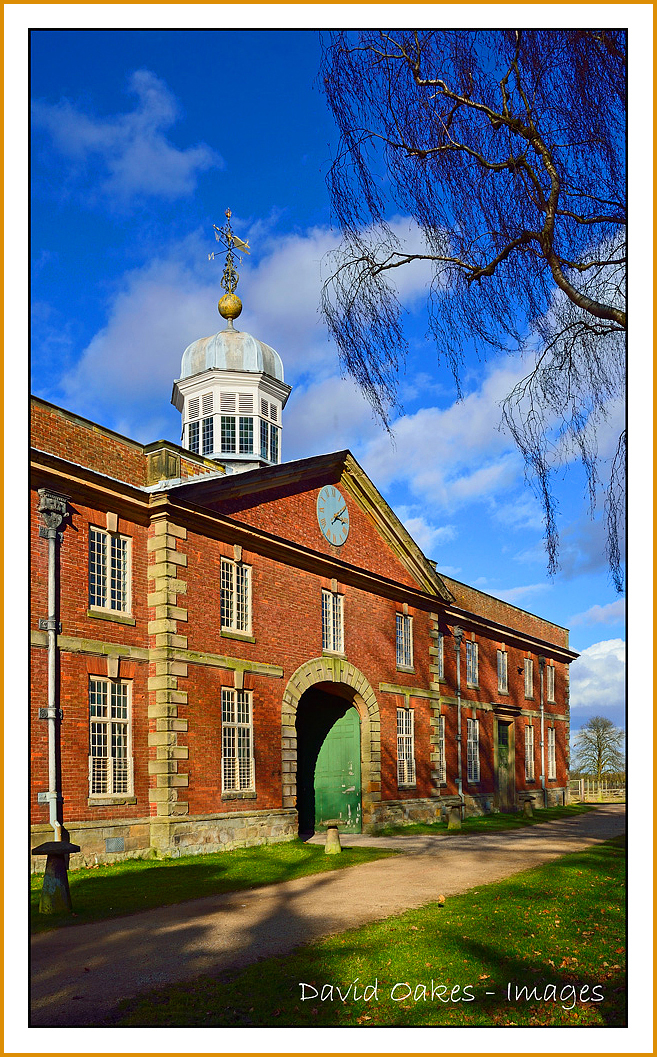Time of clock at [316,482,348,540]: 3:09
